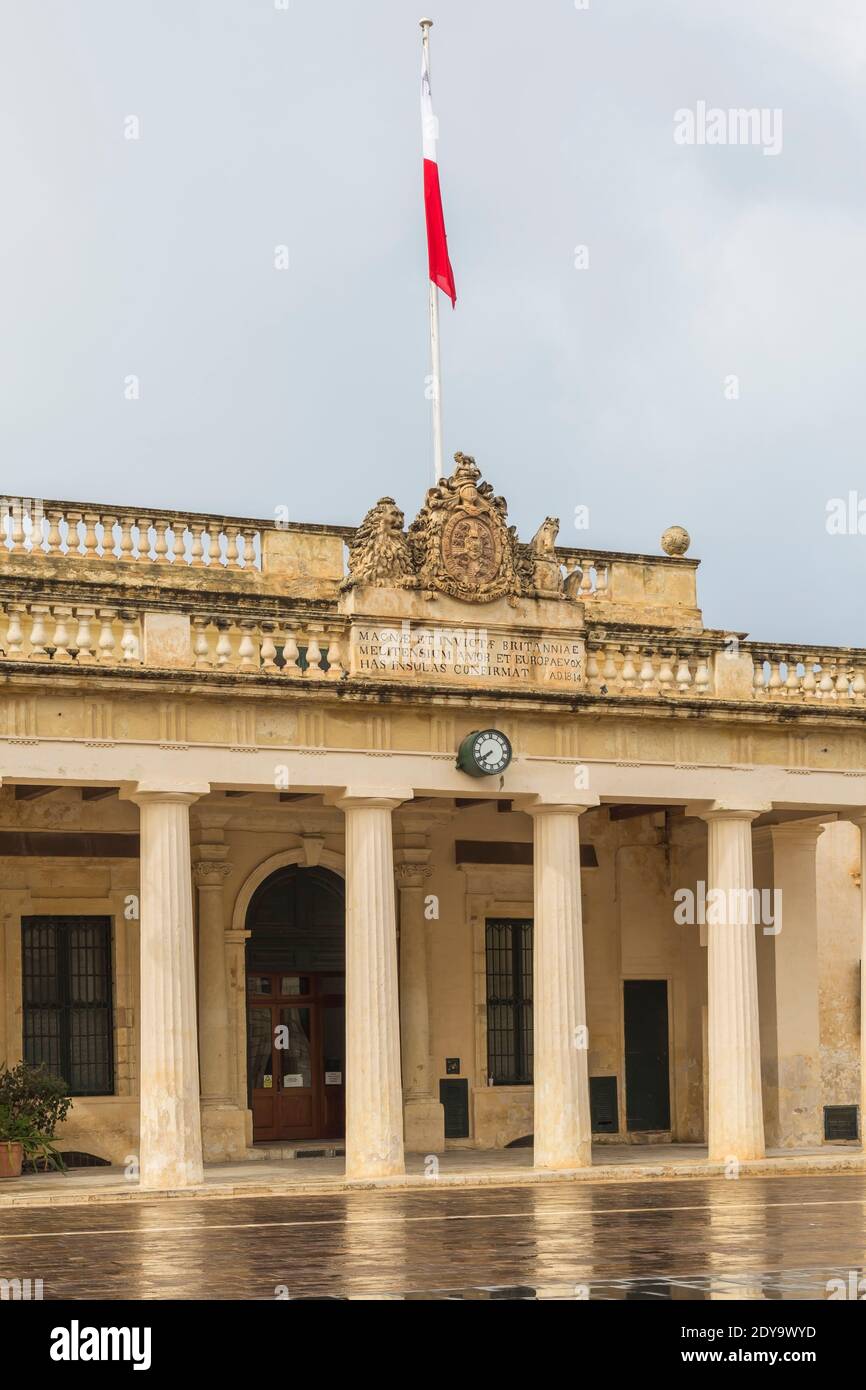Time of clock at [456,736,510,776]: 7:40
